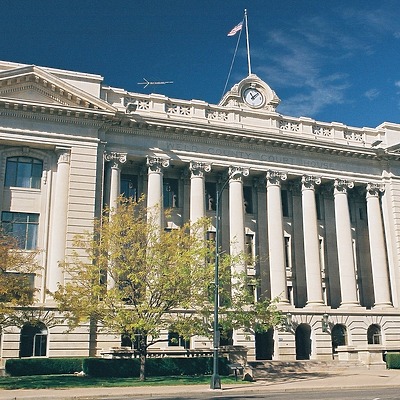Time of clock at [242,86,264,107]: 11:07
